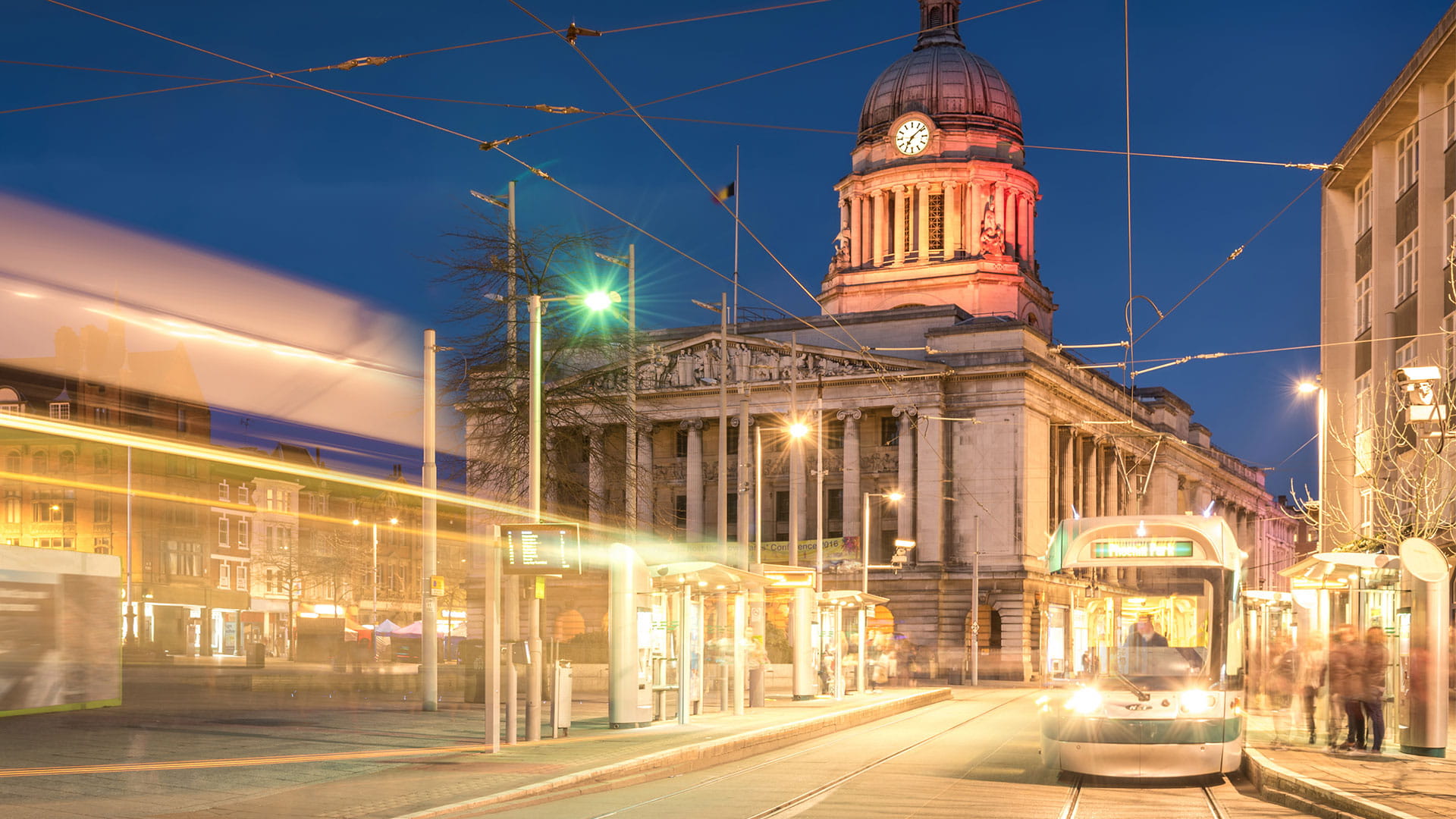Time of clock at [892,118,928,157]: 7:08
